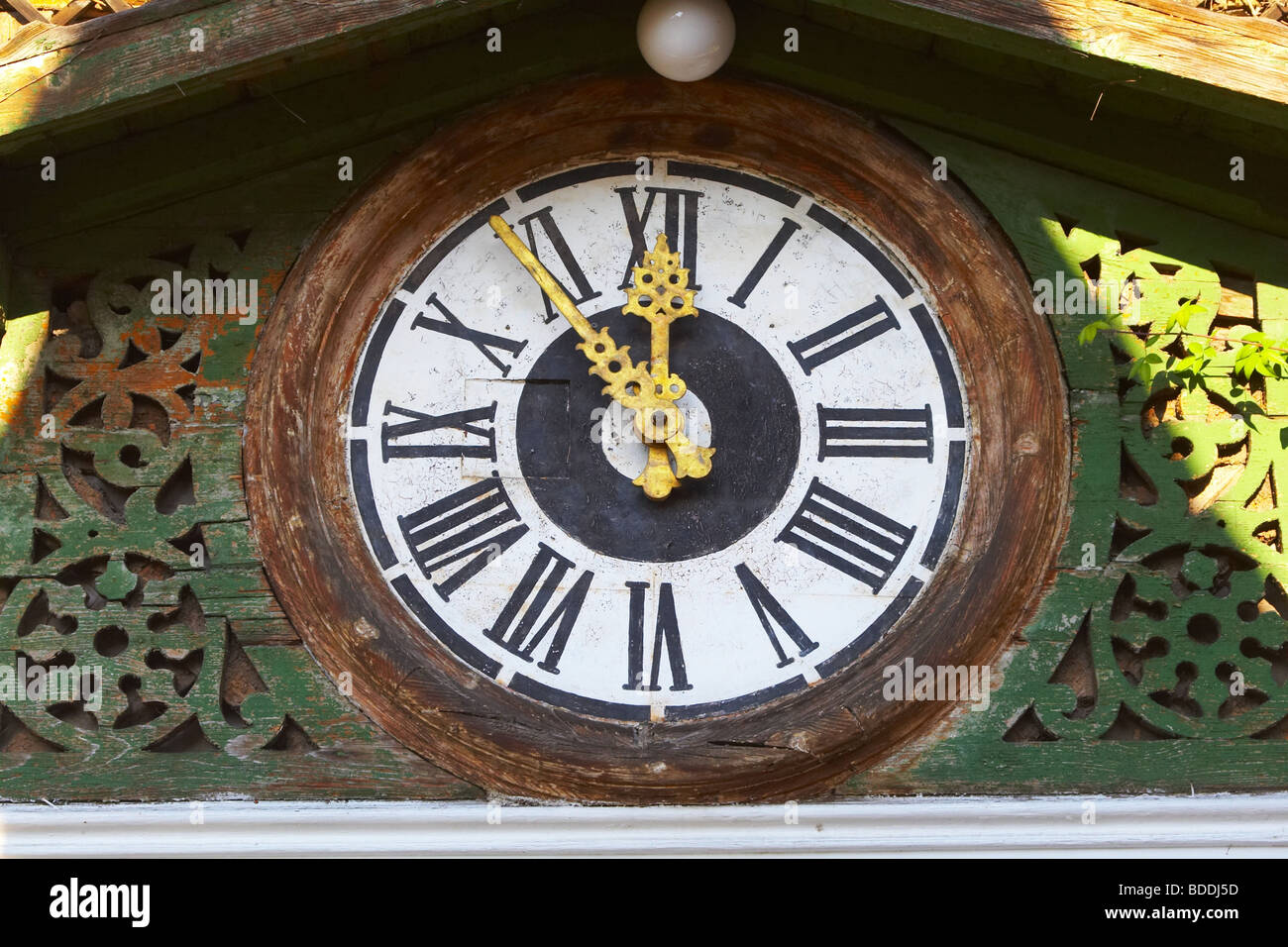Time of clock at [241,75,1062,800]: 11:55
